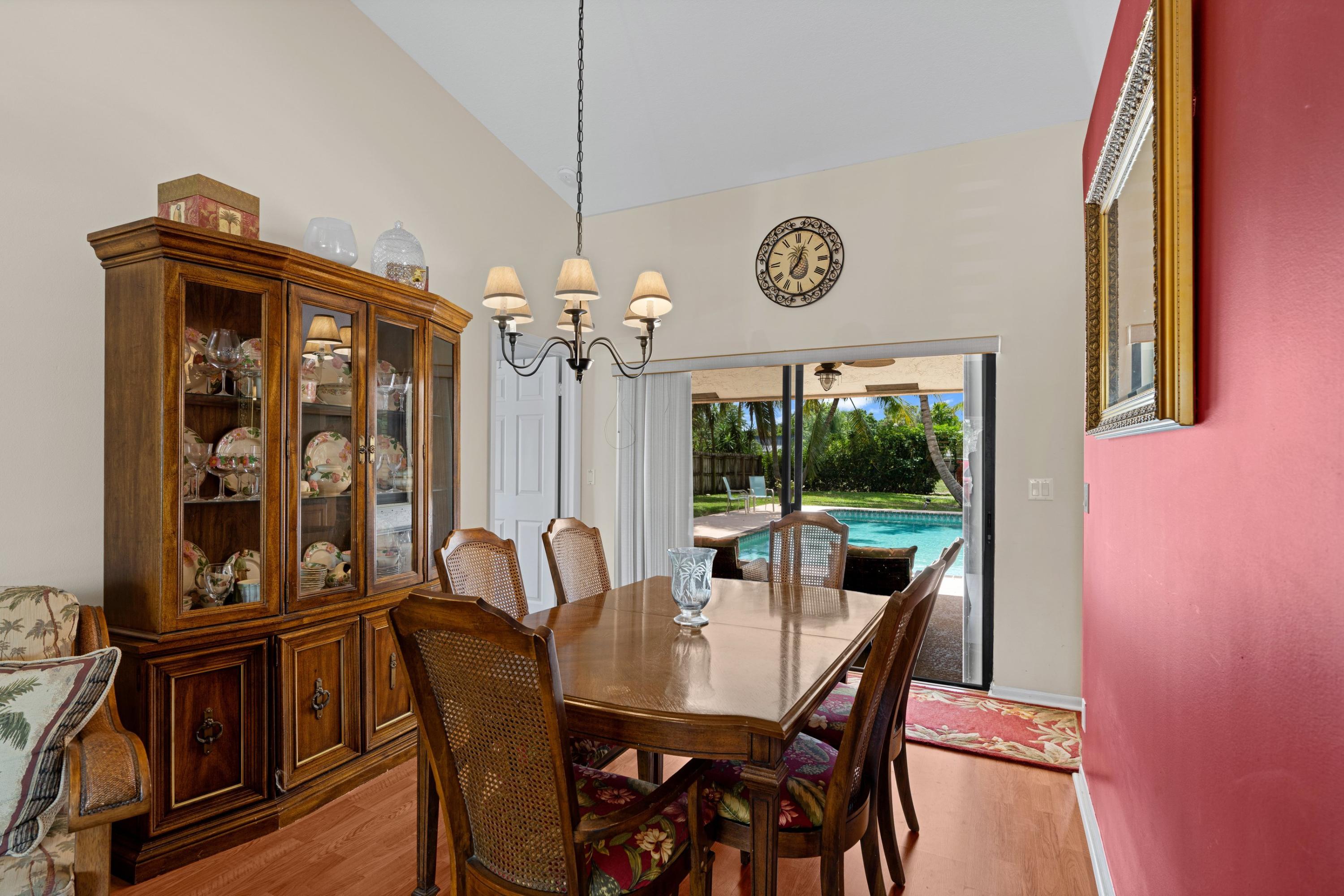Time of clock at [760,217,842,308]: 7:03
